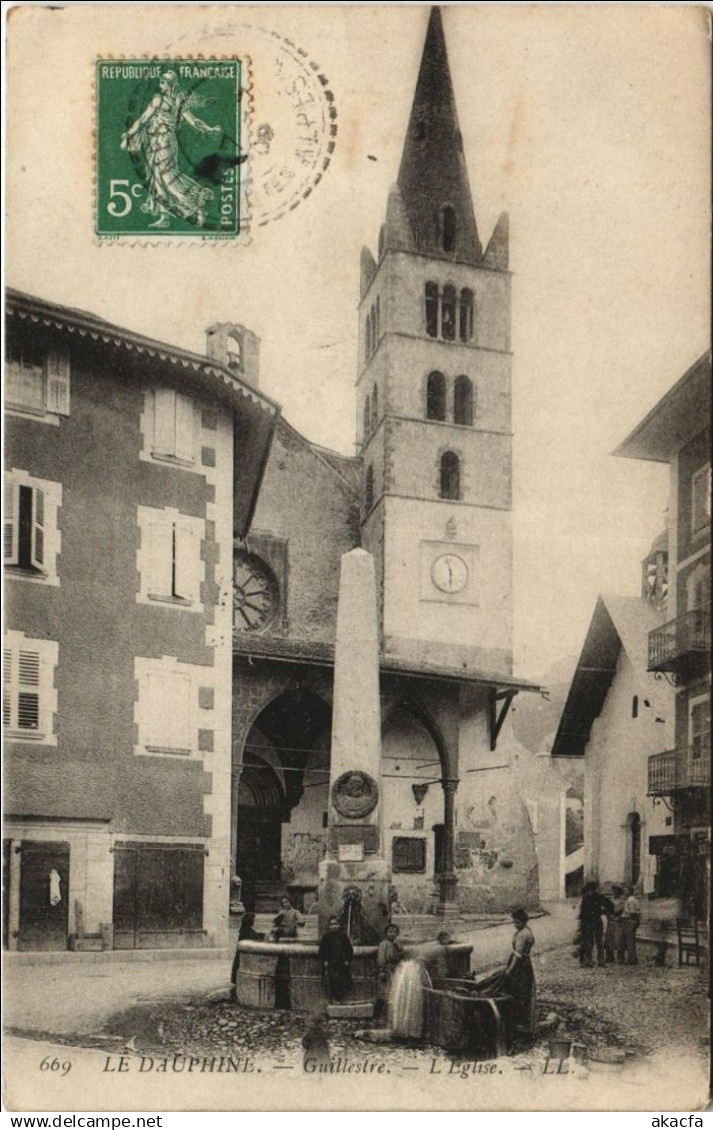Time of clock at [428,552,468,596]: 5:57
